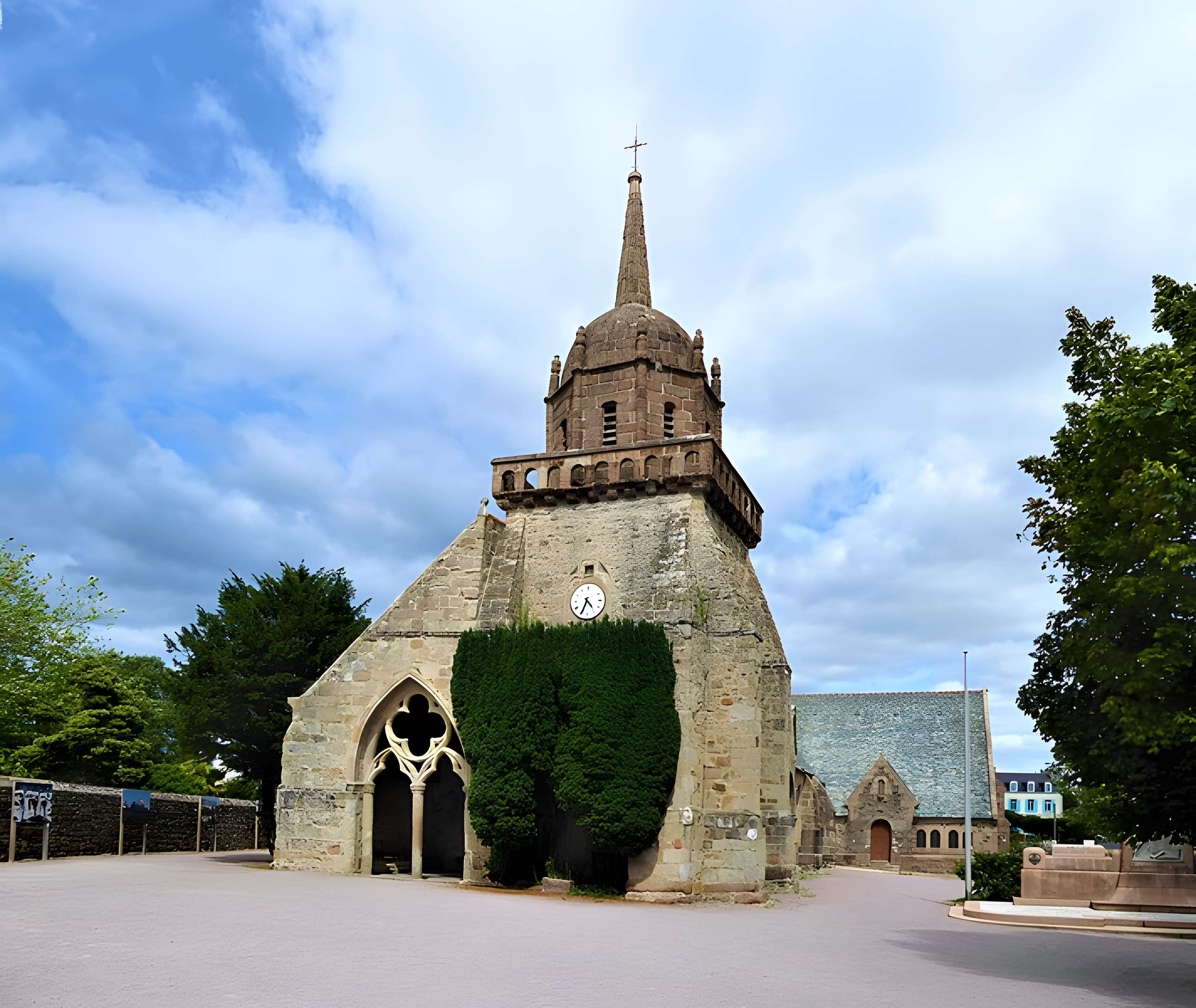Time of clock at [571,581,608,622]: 4:34
